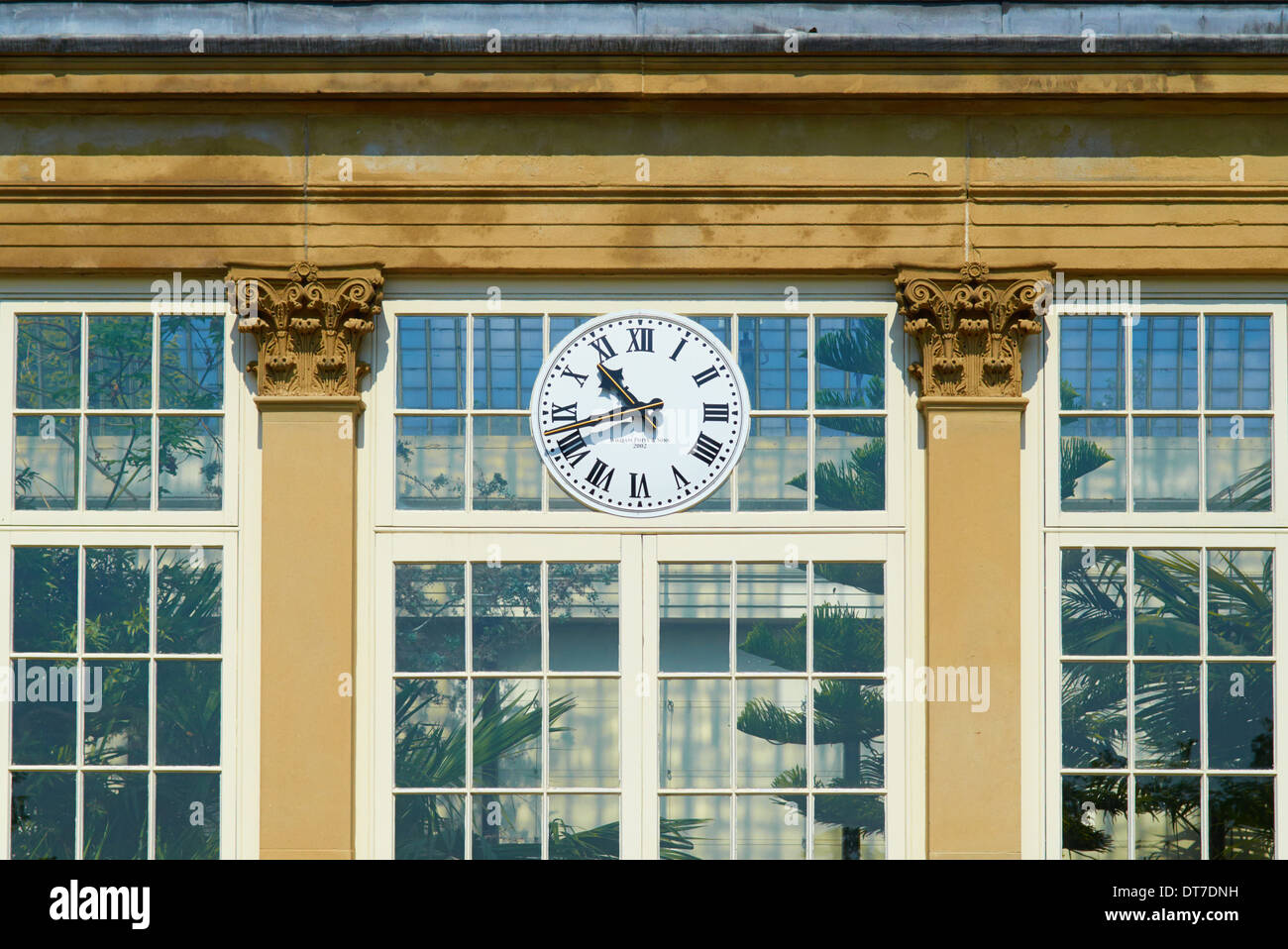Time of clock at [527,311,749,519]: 10:42
